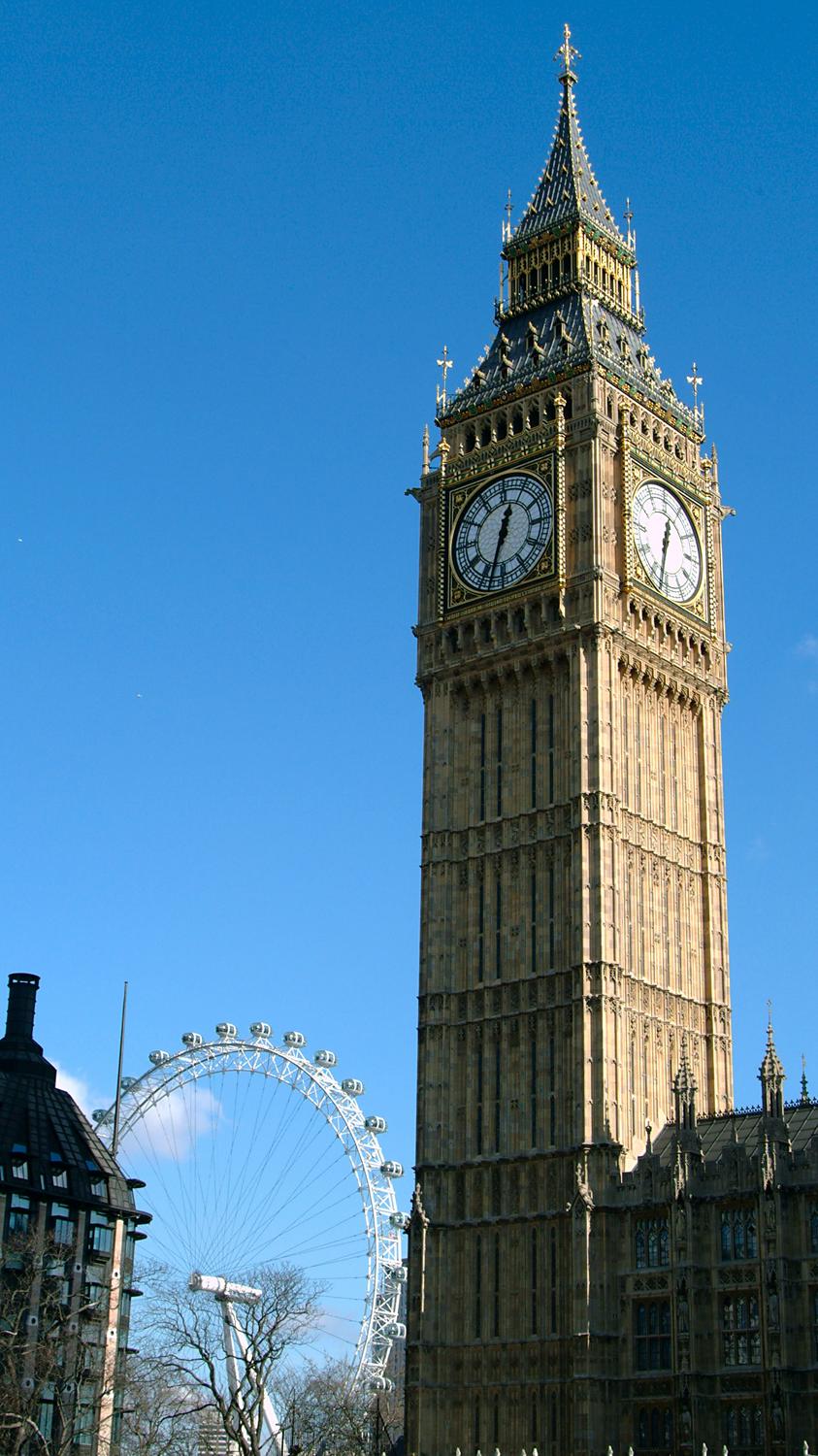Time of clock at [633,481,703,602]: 12:32
